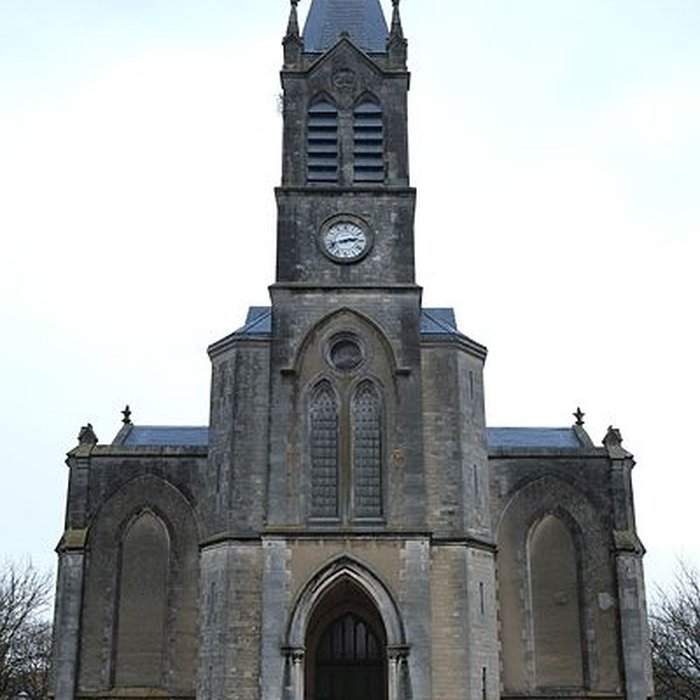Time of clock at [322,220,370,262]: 2:42
